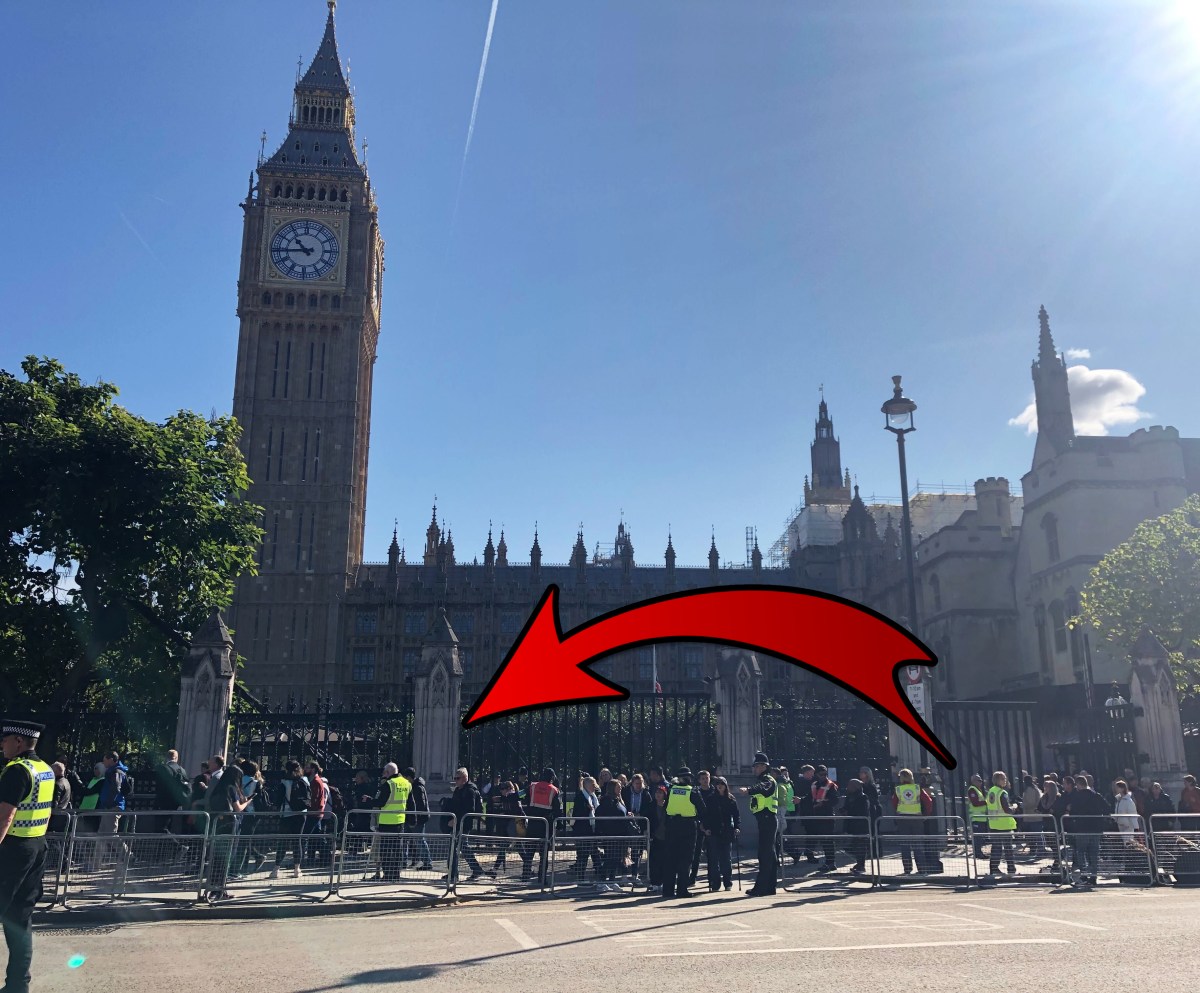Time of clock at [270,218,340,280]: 10:44
